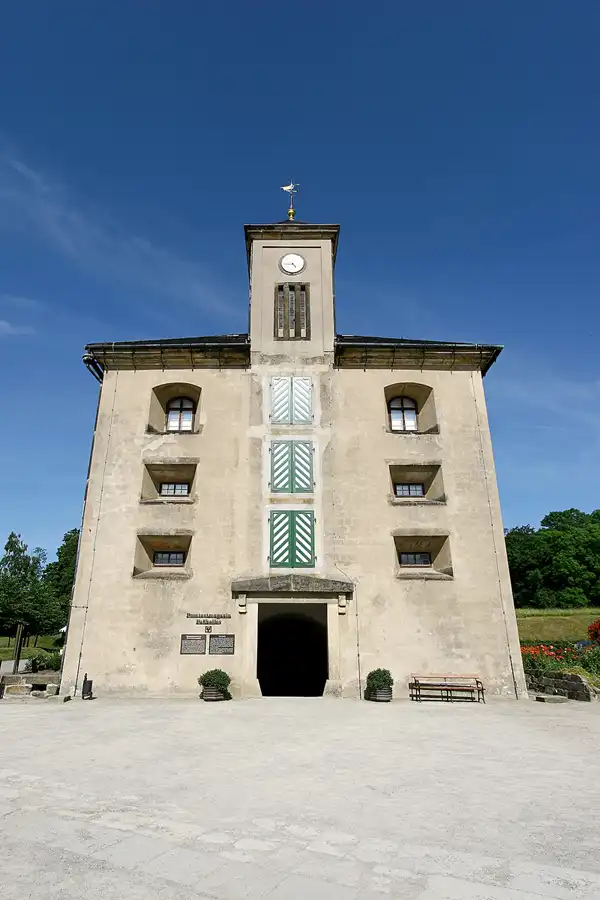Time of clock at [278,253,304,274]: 4:44
